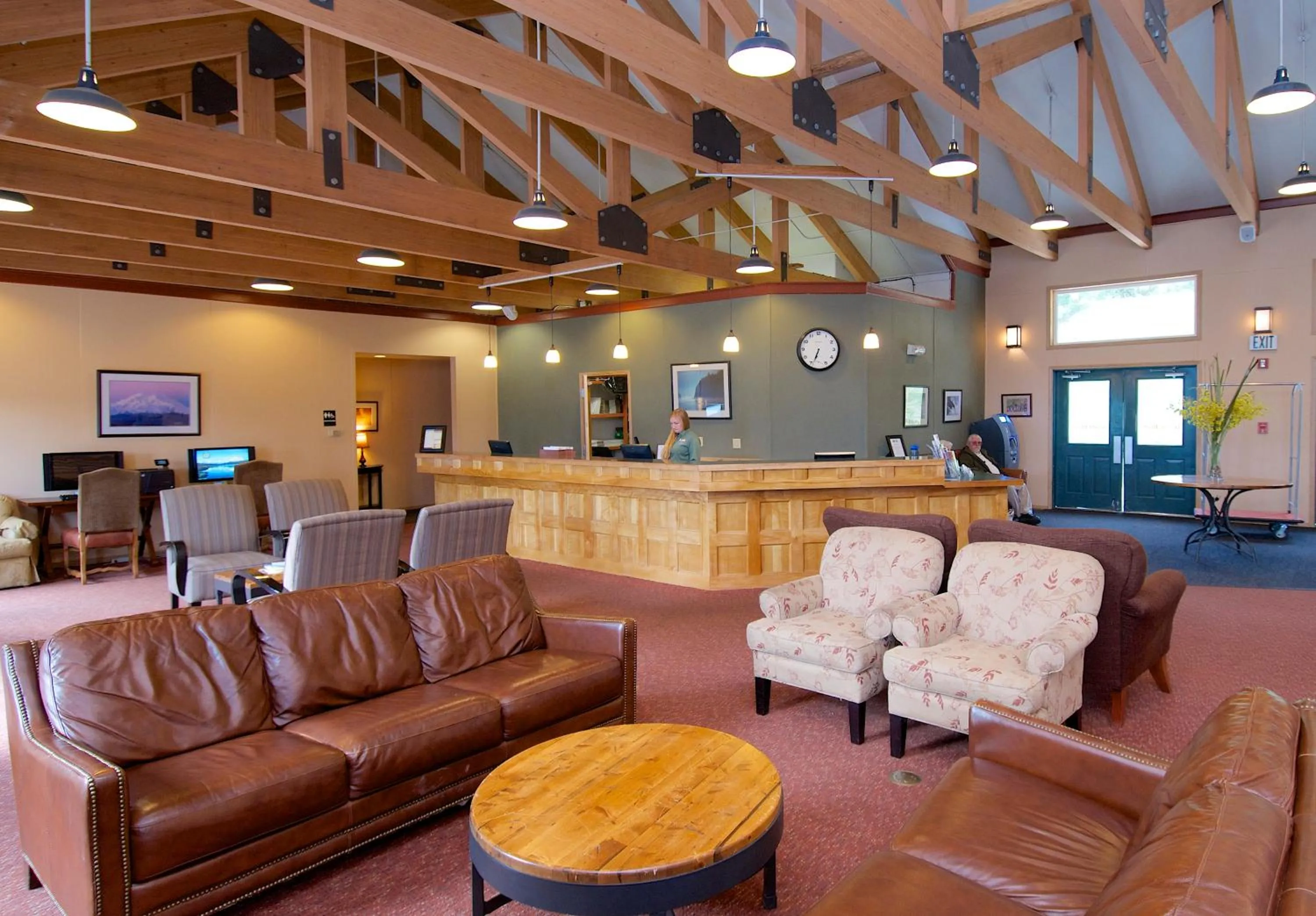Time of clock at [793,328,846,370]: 6:33
